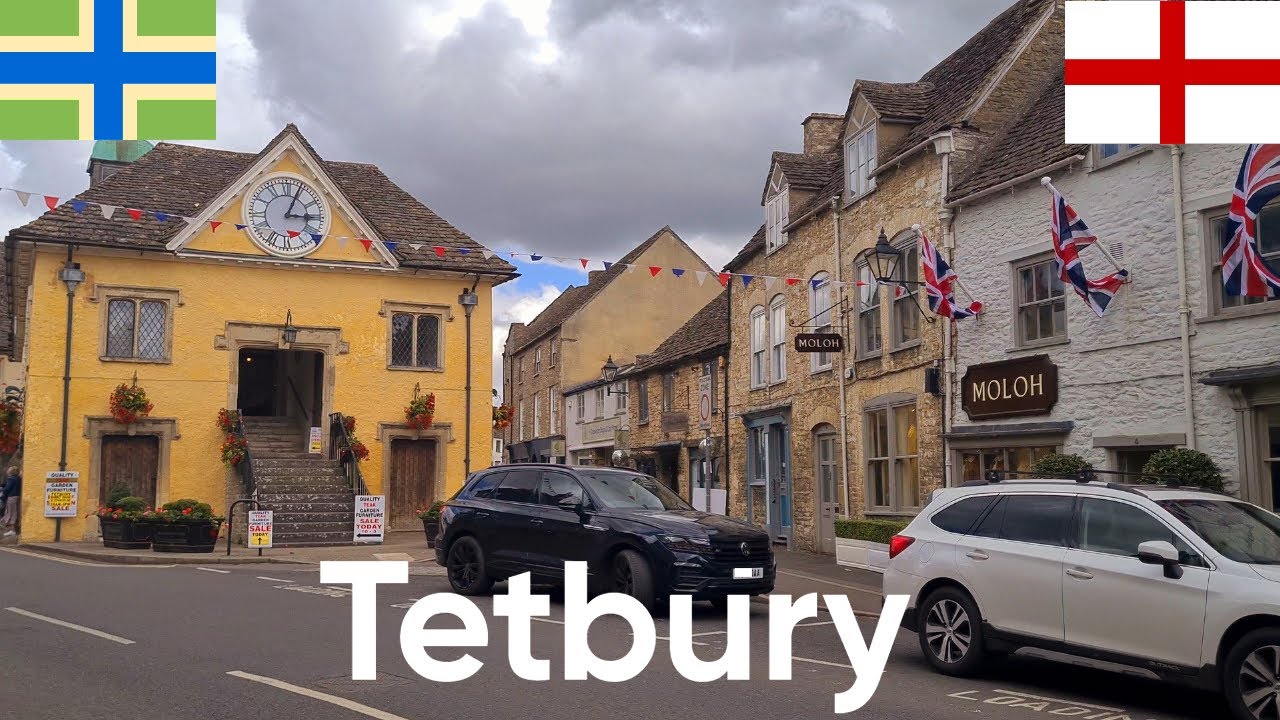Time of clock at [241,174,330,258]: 3:04
